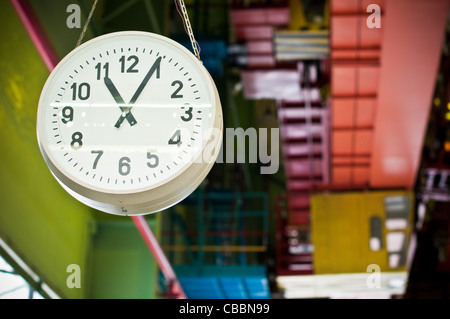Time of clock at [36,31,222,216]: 11:04
